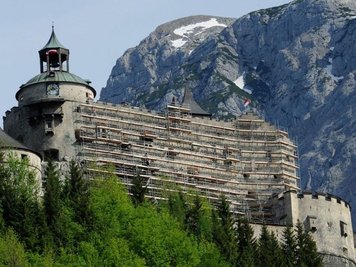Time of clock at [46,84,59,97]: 2:40
